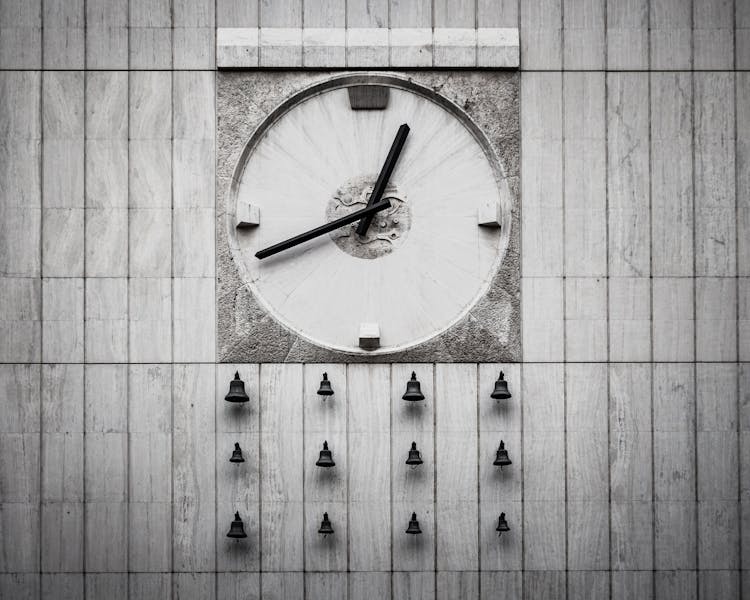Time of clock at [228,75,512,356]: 12:41
